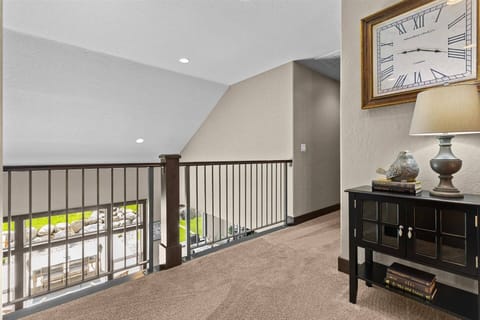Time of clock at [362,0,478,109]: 9:18
